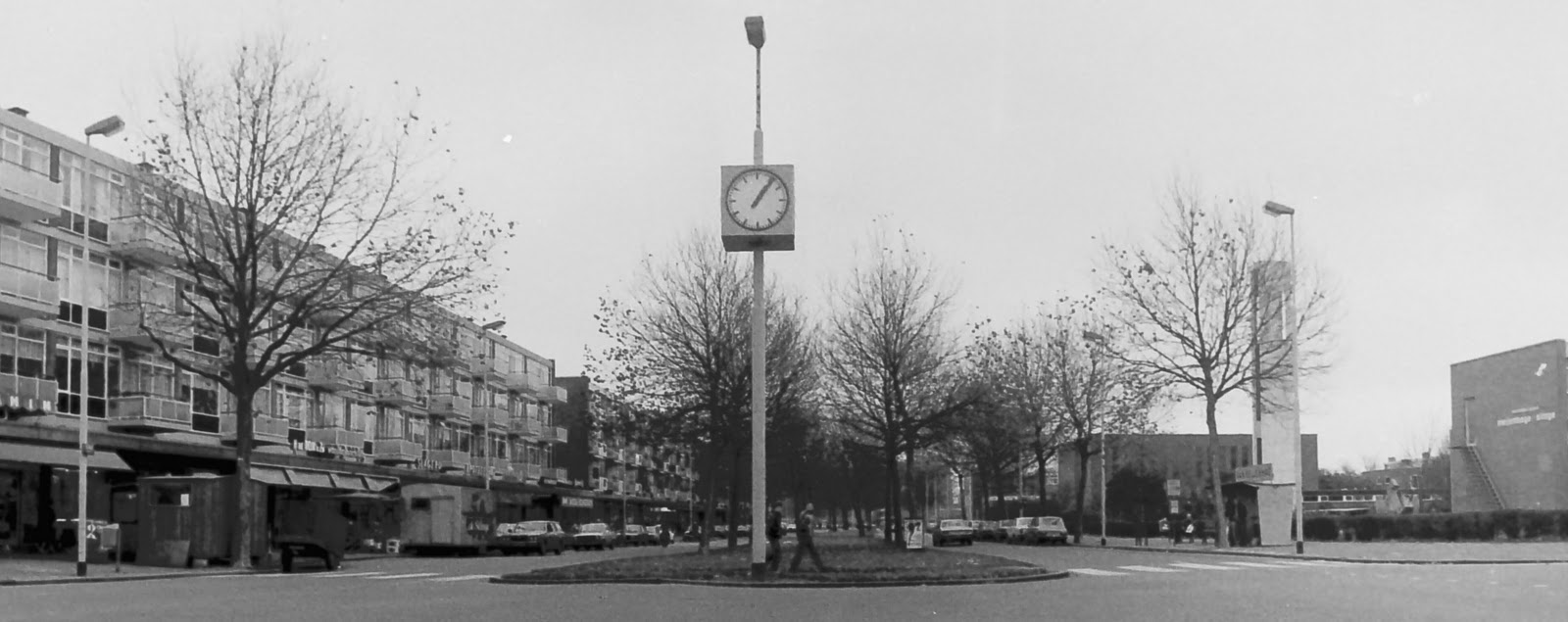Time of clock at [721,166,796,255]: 1:06
